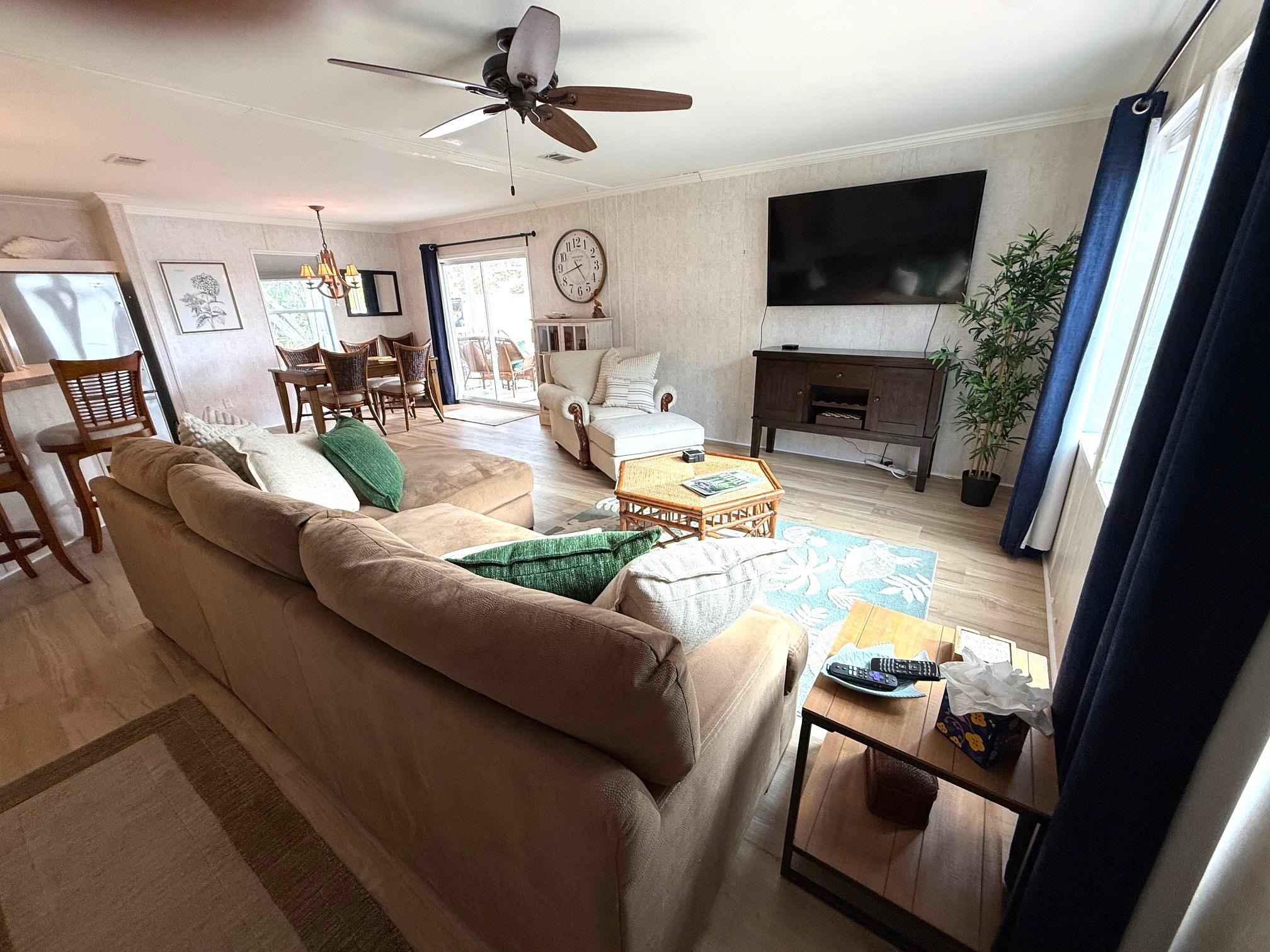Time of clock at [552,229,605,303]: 4:42
